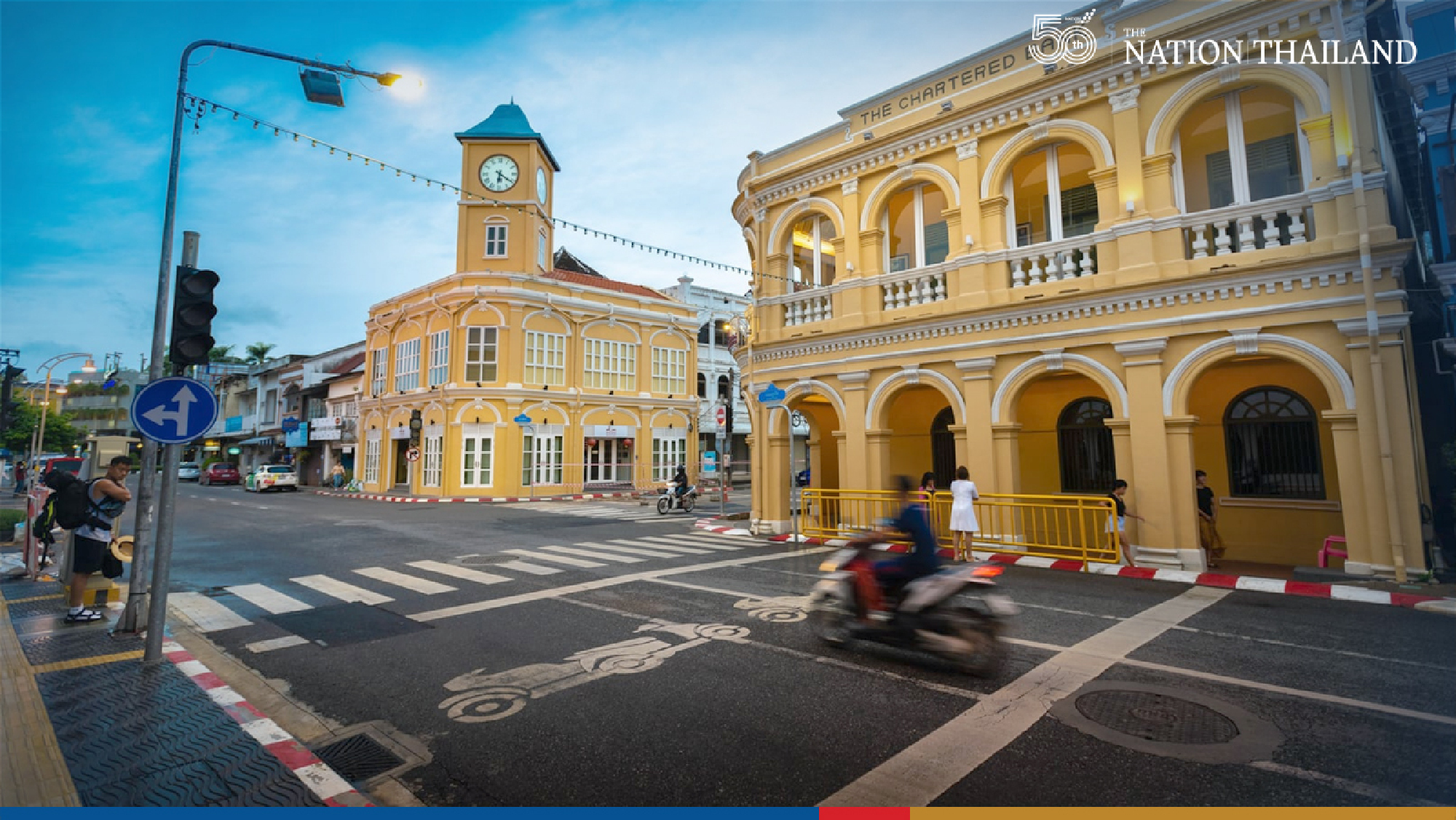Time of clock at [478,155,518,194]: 6:20
